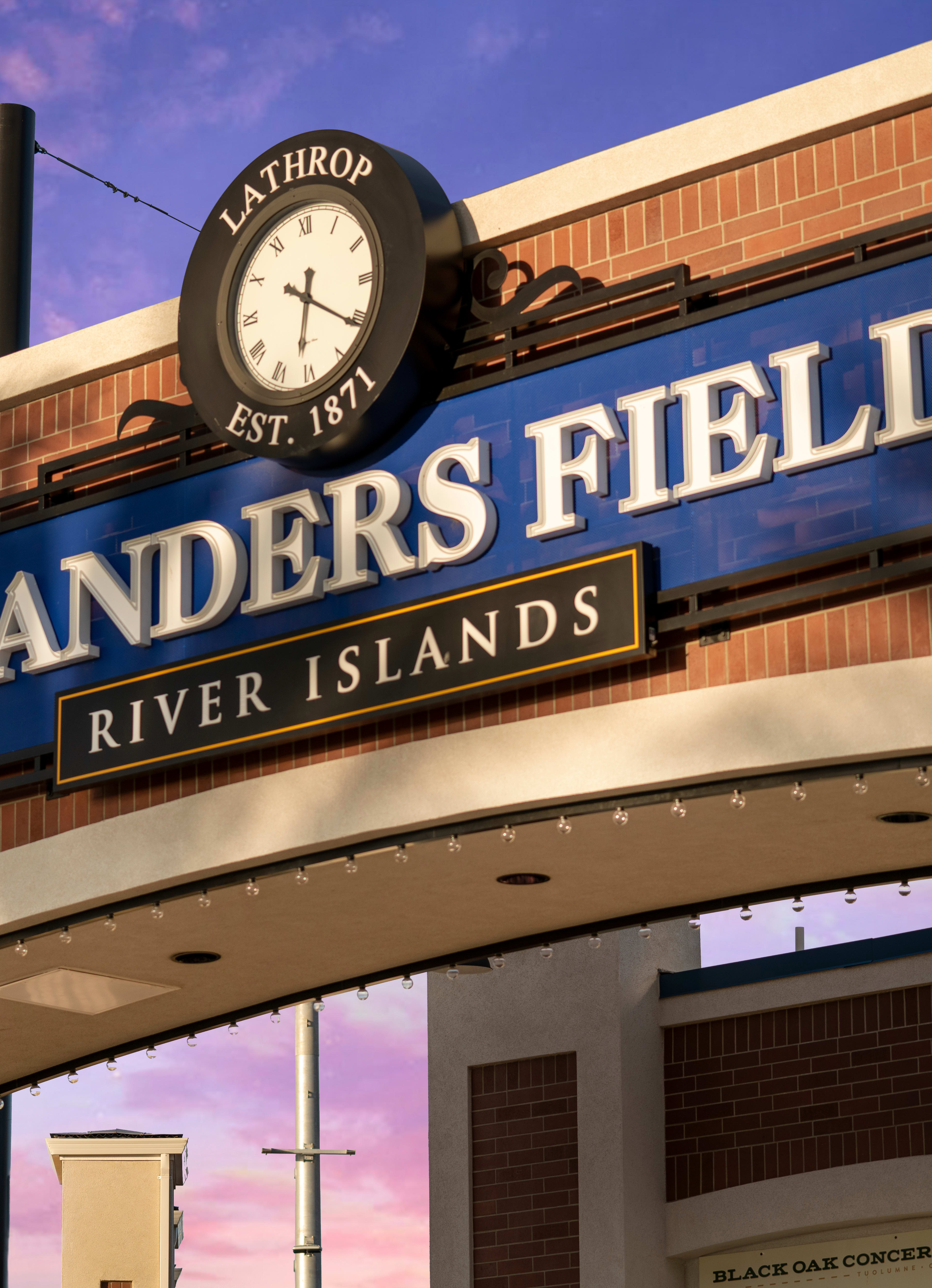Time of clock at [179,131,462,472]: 6:20
